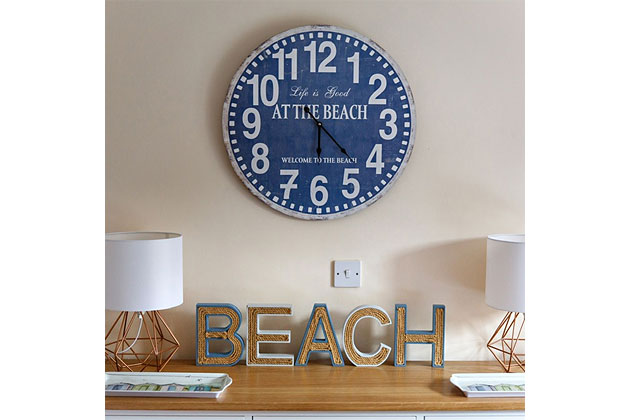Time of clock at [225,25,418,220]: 6:22
